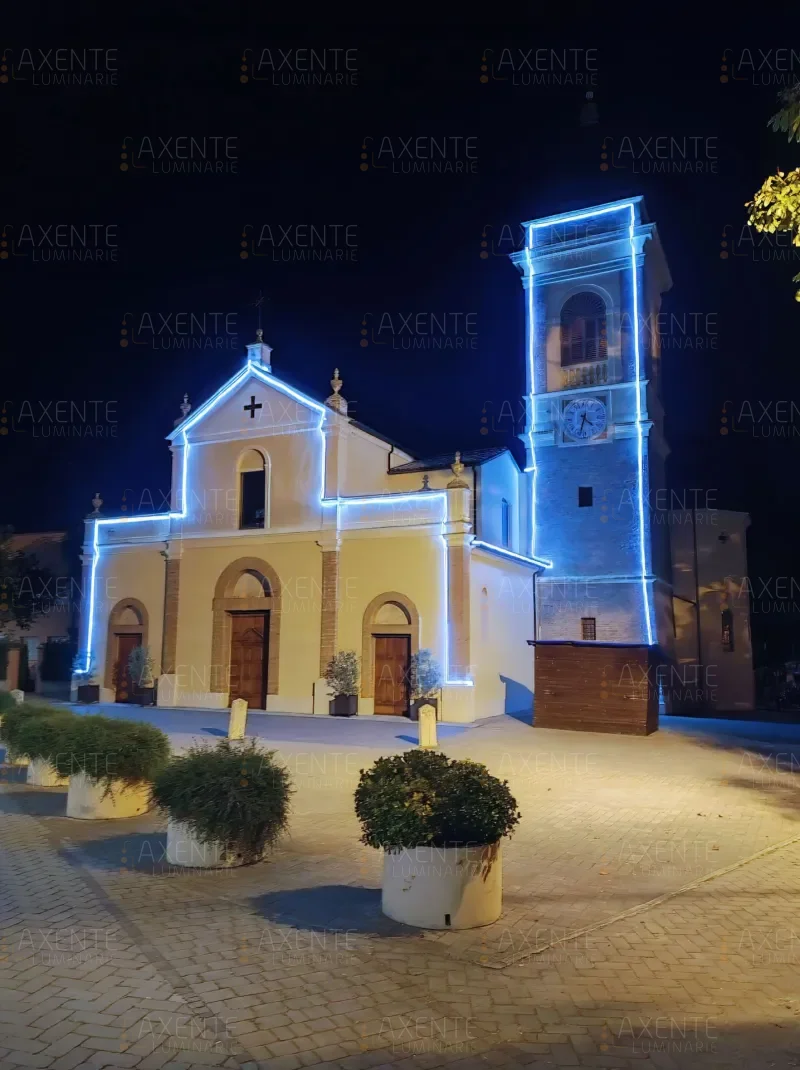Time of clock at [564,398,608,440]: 4:32
